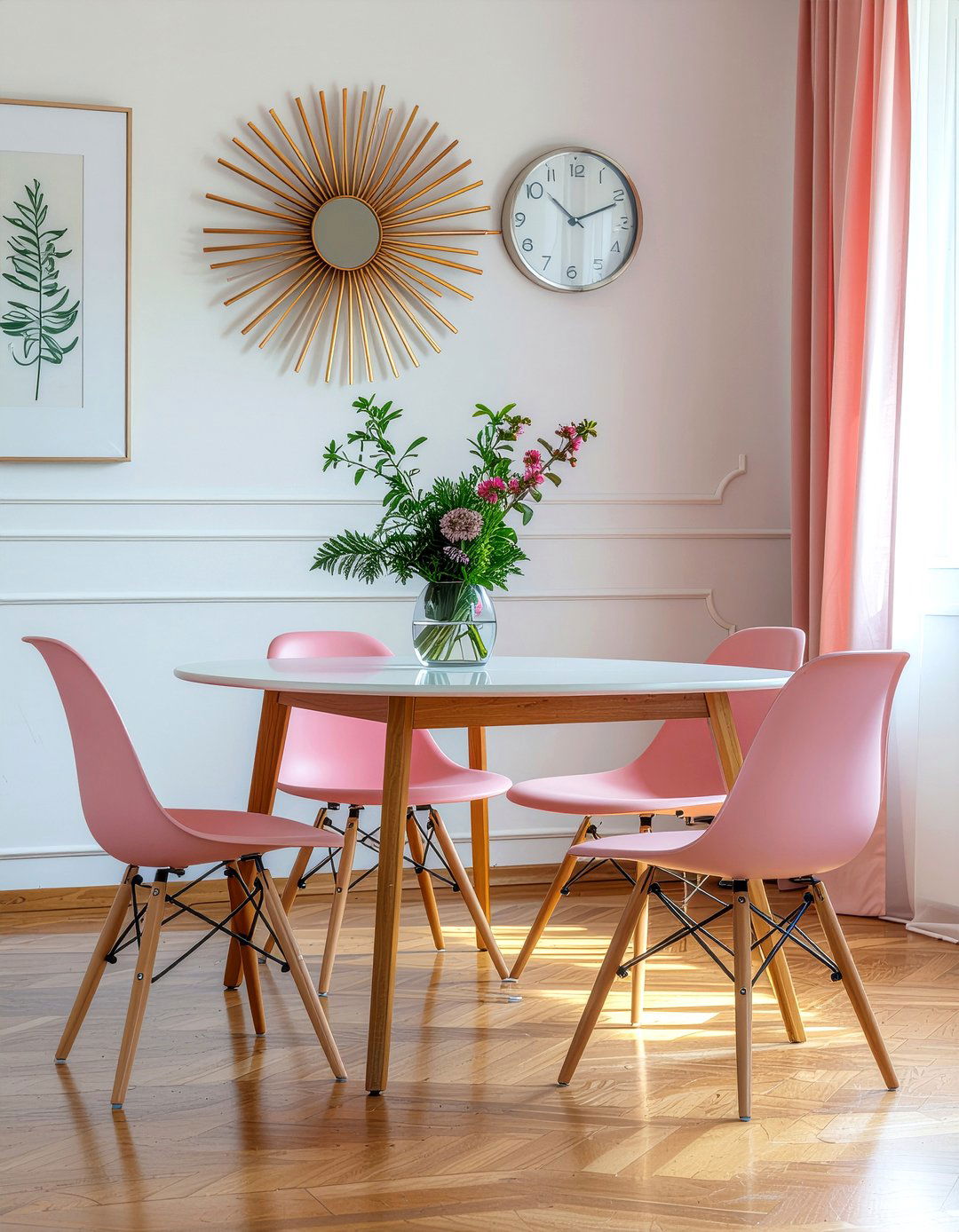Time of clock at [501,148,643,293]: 10:11
